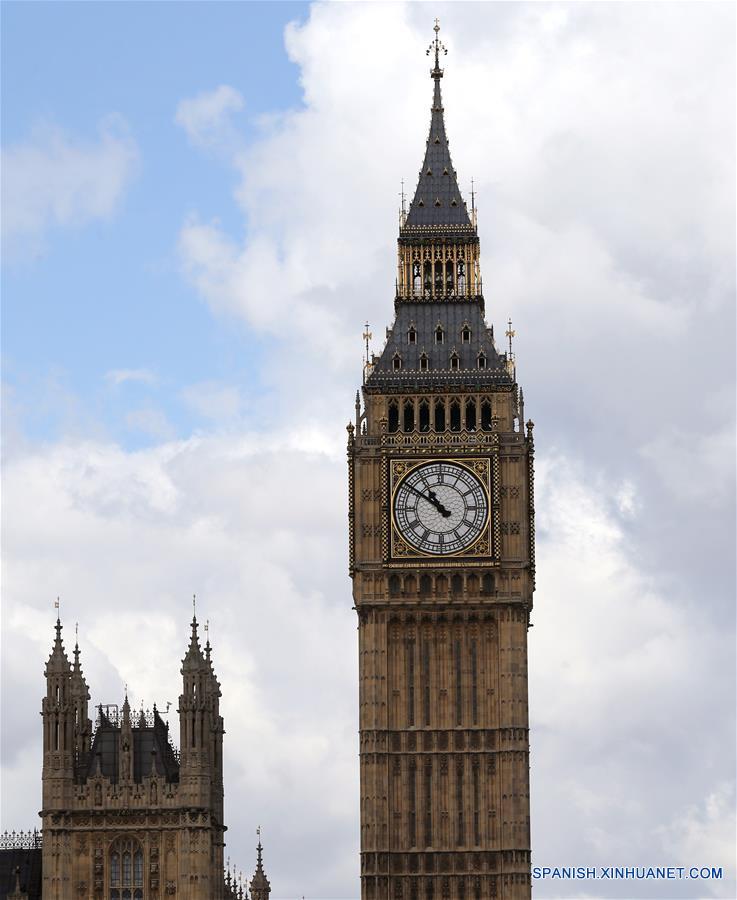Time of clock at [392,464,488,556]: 10:50
